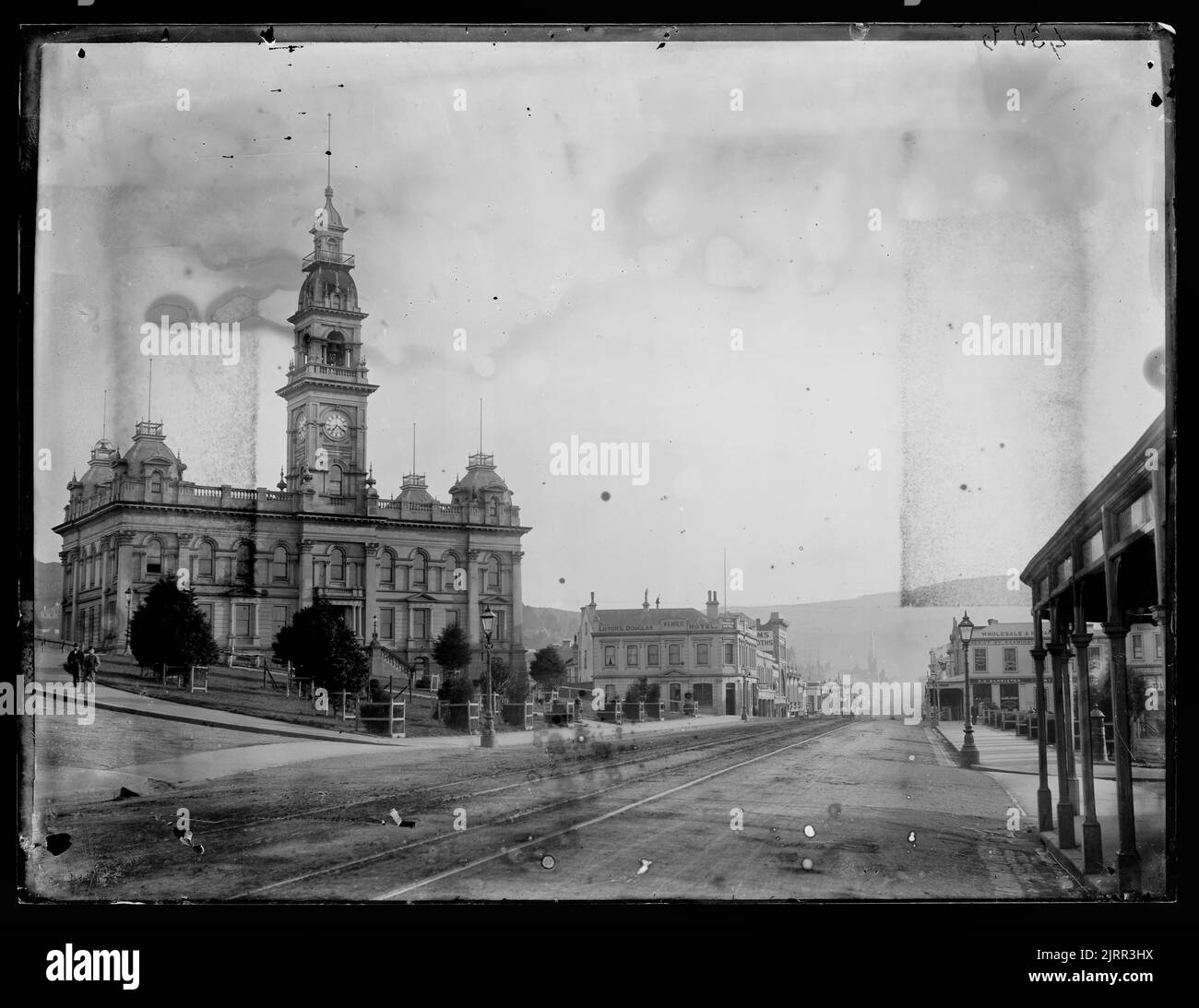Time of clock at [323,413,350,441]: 7:20
